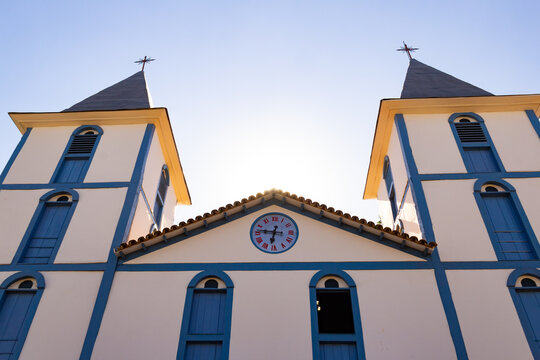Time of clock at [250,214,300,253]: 6:46
